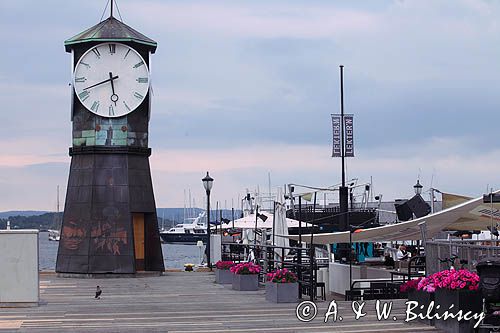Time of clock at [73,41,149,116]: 5:41
